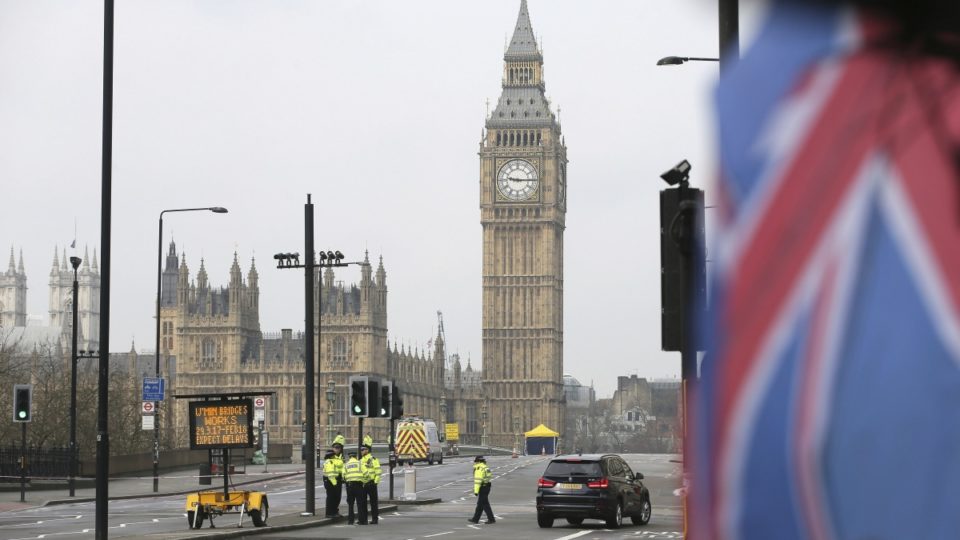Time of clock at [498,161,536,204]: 9:15
